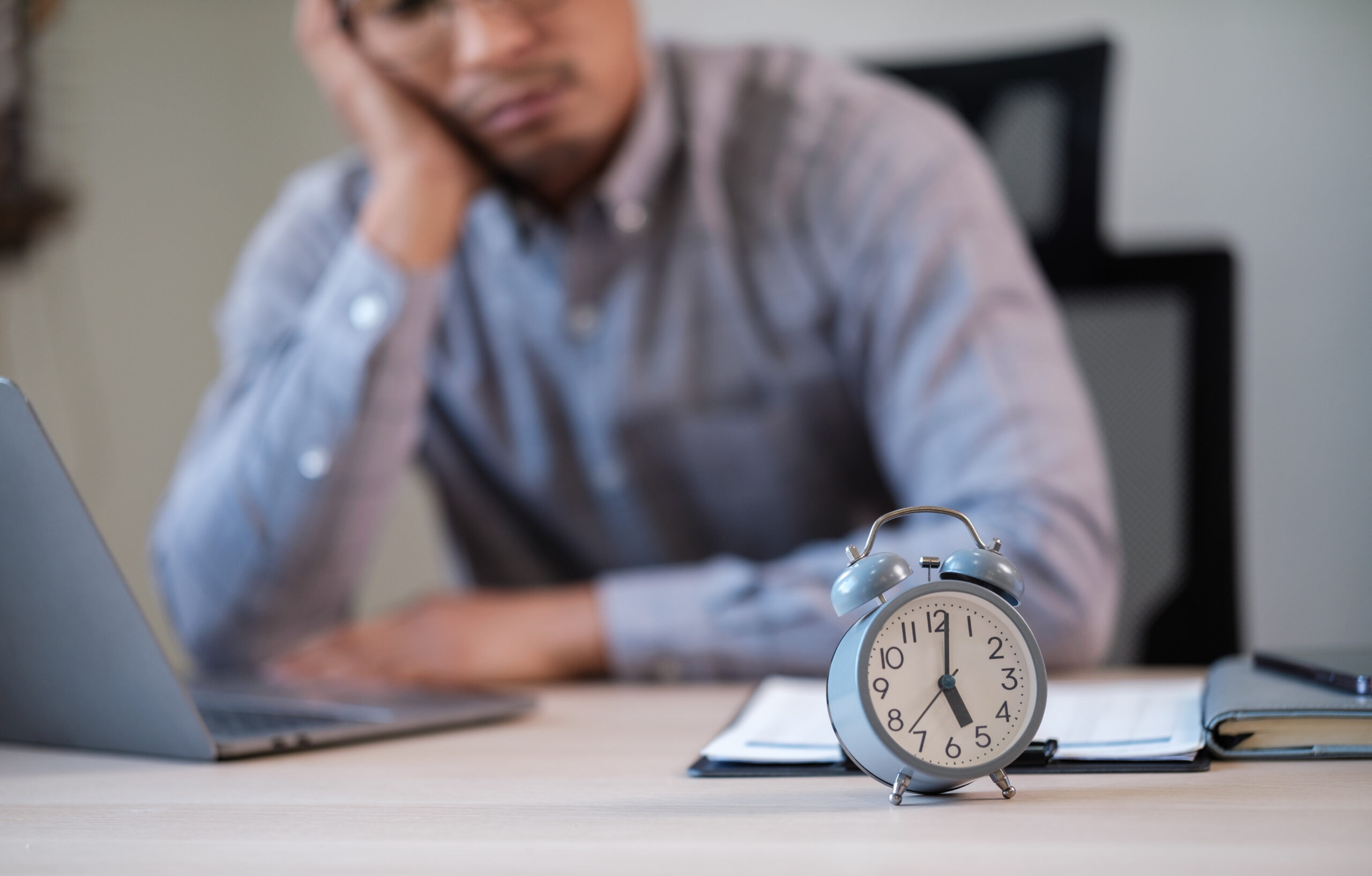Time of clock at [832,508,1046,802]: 5:01
